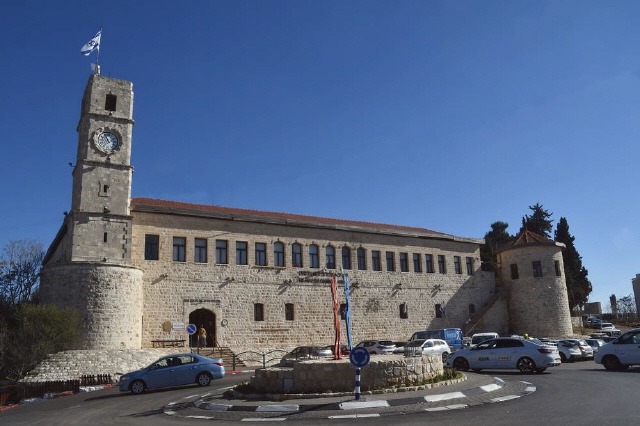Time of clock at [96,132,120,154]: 10:55
